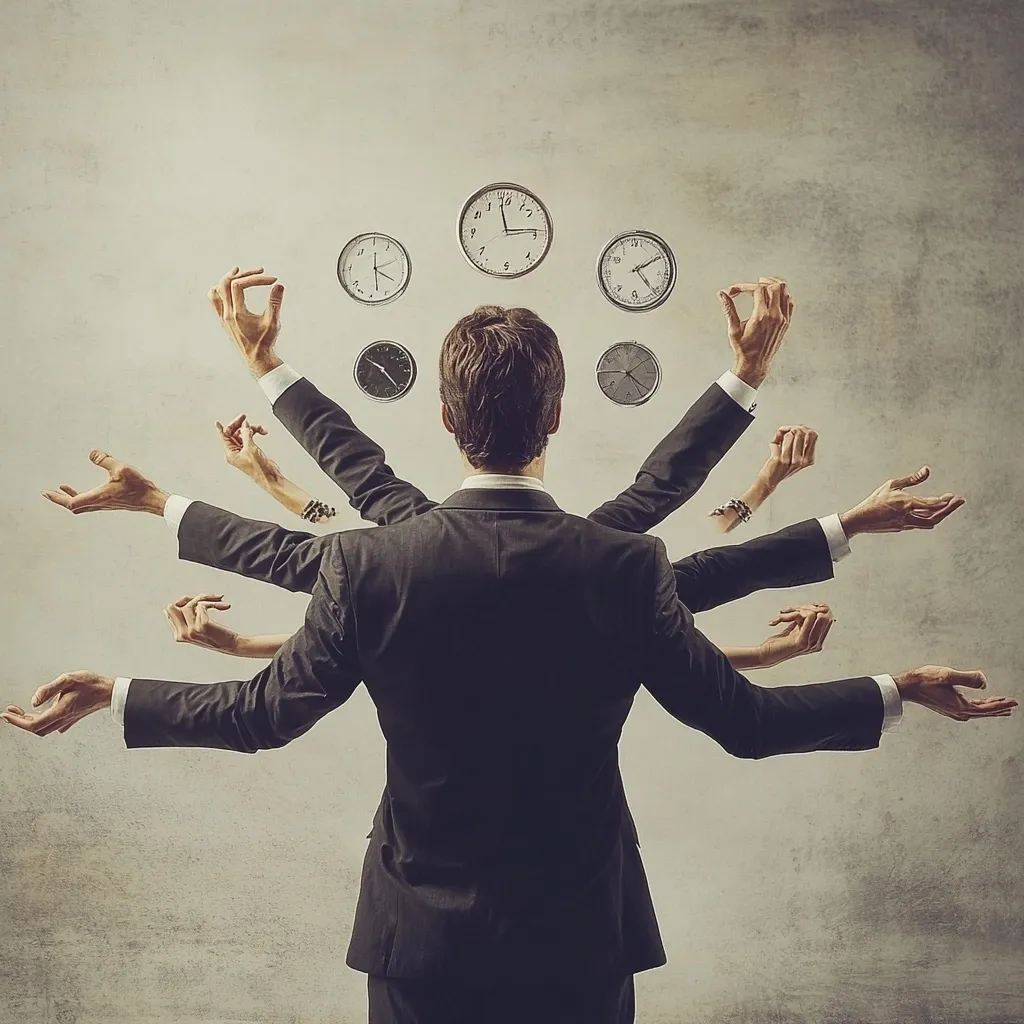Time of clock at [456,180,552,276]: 2:58
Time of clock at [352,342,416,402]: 10:23
